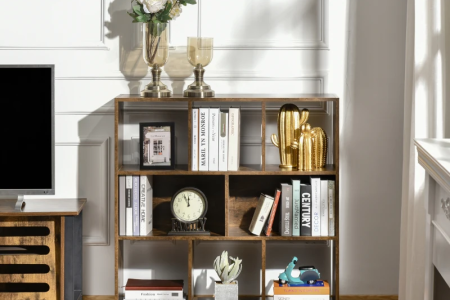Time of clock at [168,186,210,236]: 11:55
